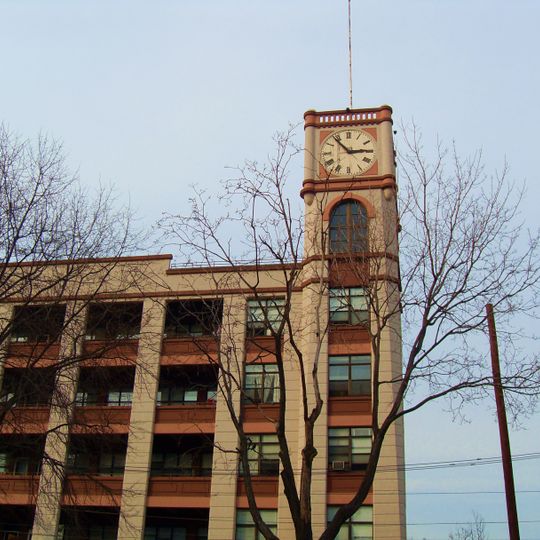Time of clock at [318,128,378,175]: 2:53
